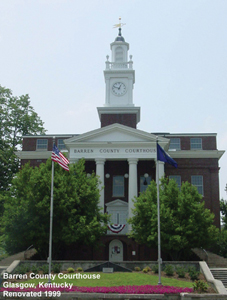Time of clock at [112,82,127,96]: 12:48
